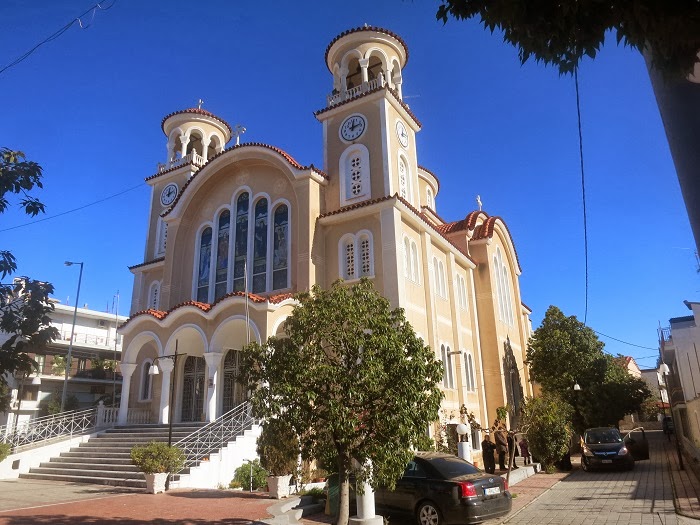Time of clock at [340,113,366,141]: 12:12
